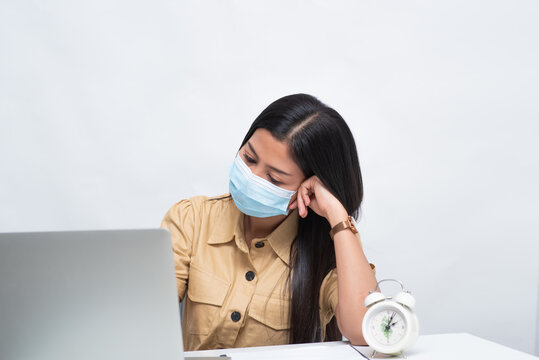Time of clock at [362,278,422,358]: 2:04
